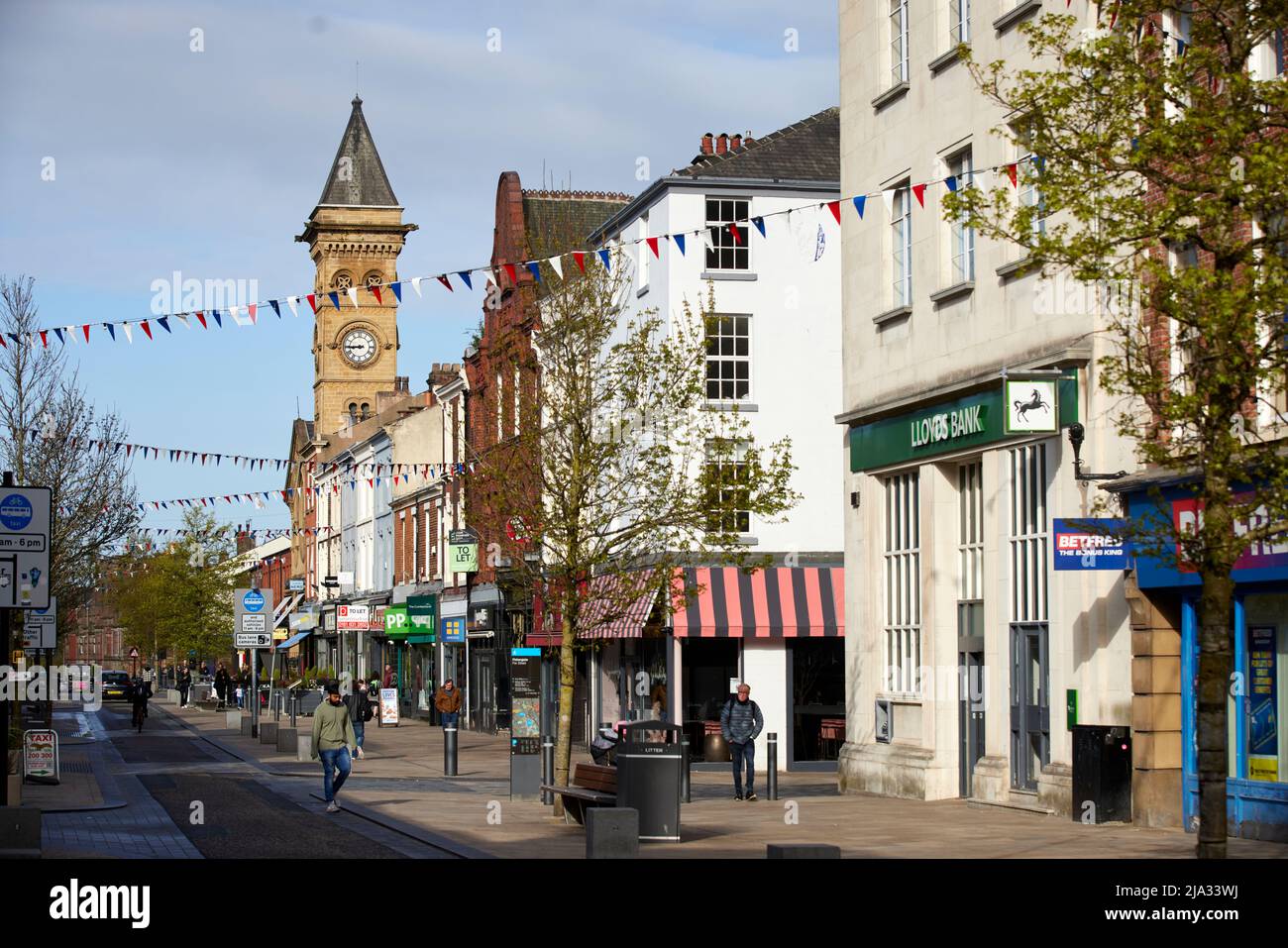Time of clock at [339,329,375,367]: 8:44
